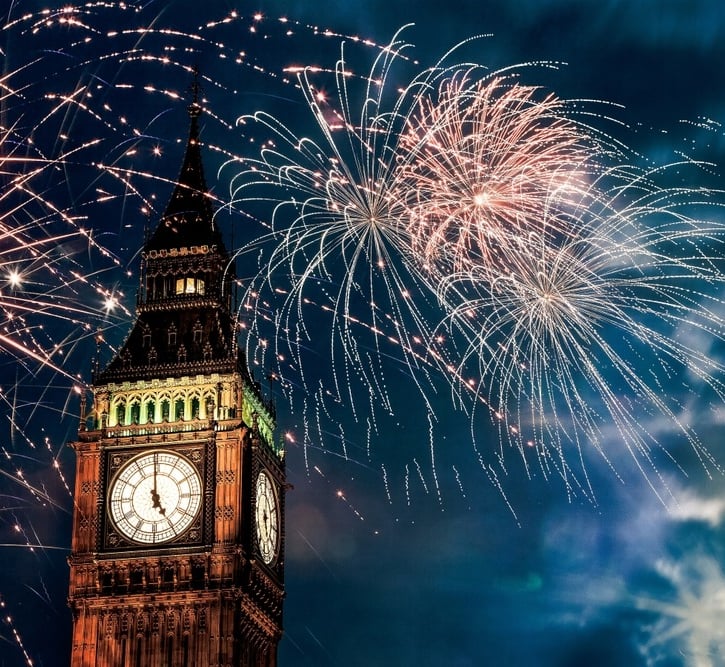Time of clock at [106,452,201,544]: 4:59
